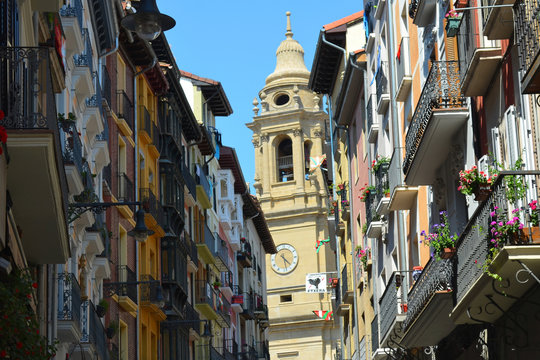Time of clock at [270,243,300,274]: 4:28
